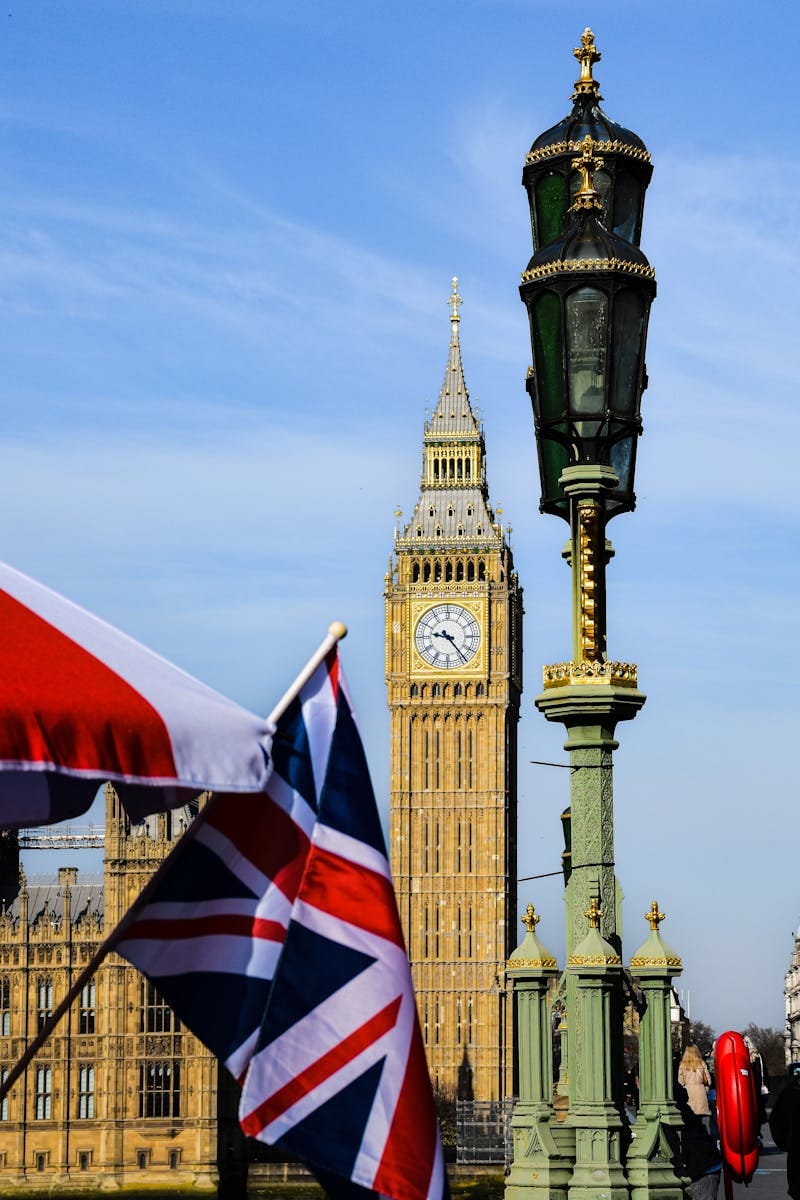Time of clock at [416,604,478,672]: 9:23
